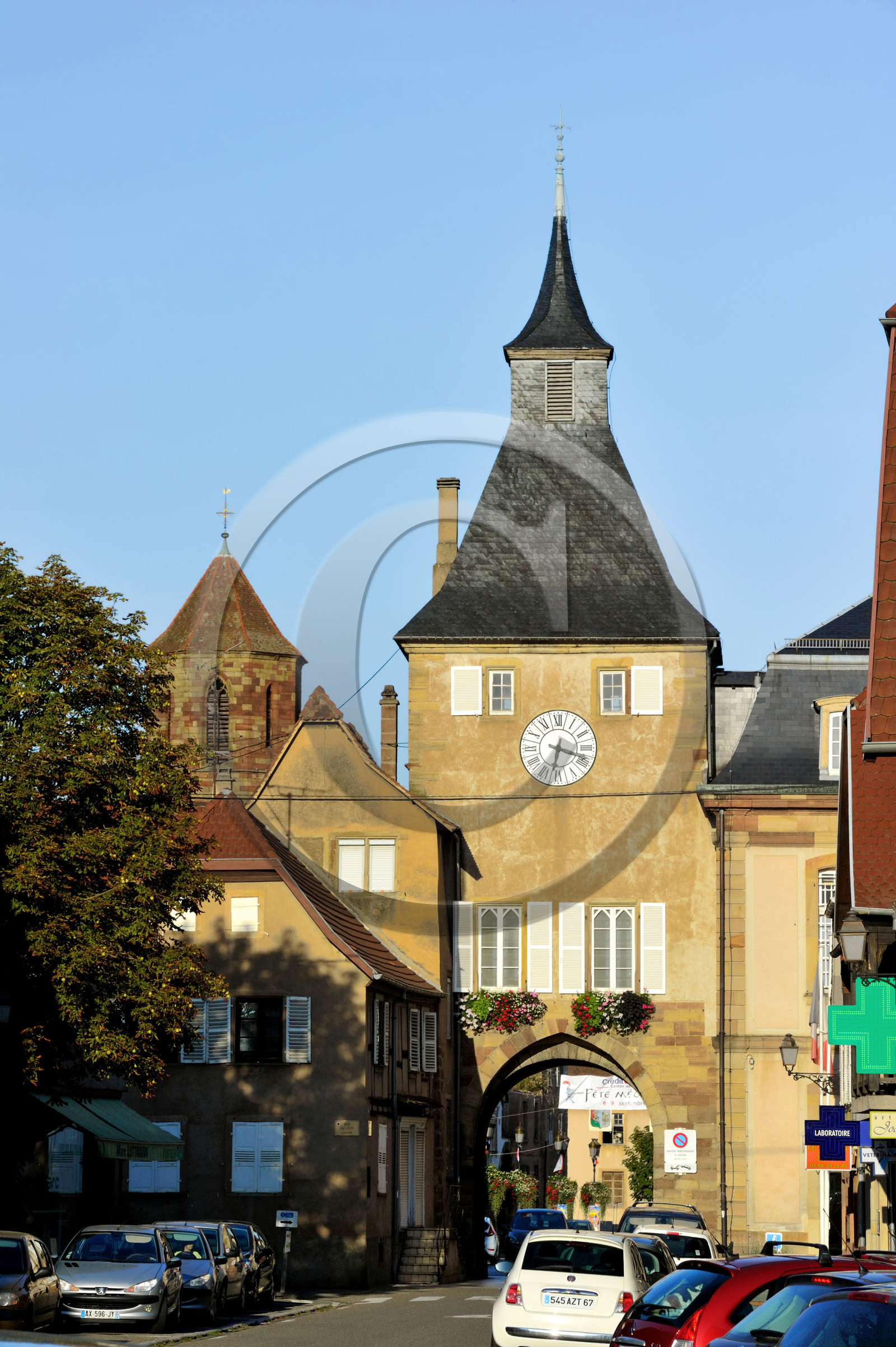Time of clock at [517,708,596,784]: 6:18
